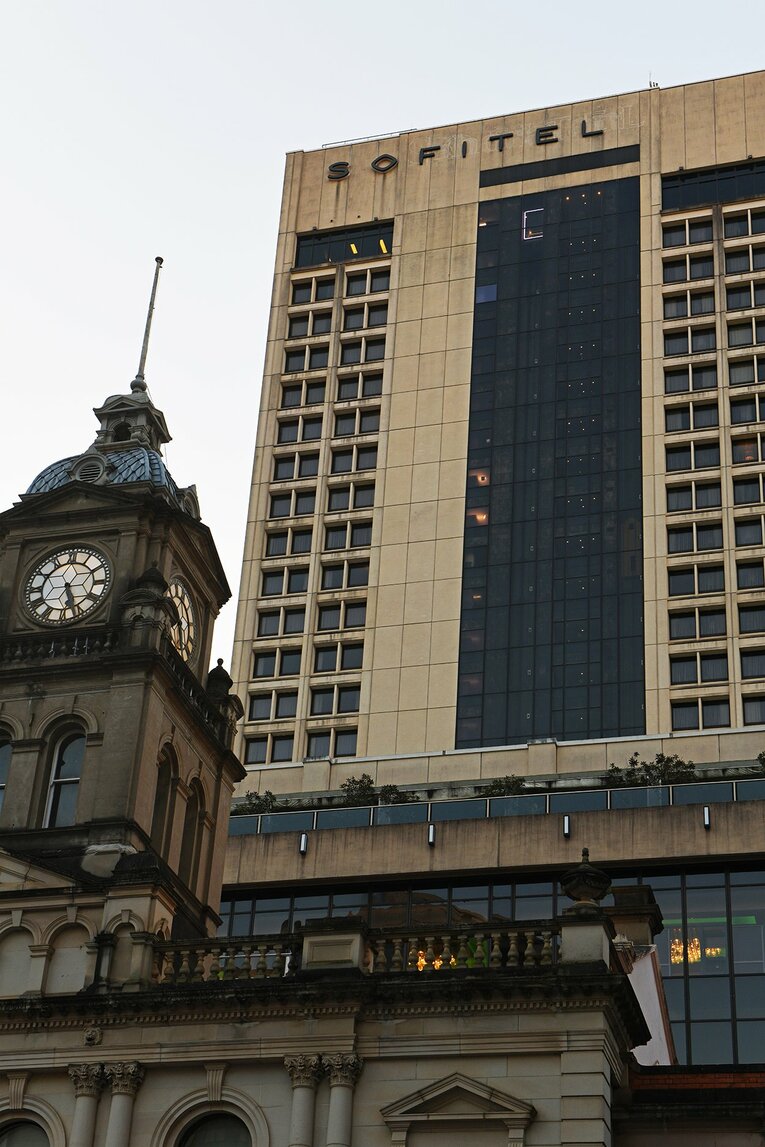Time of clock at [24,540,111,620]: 5:26
